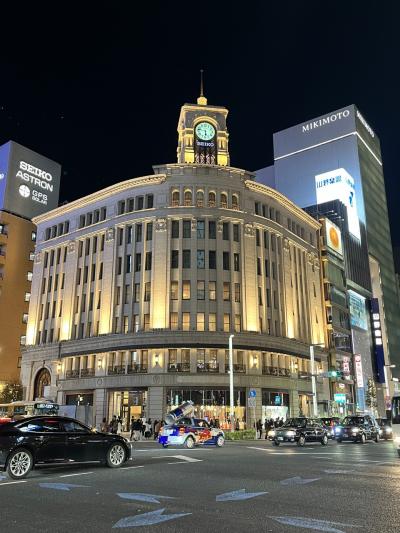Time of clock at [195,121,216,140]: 5:47
